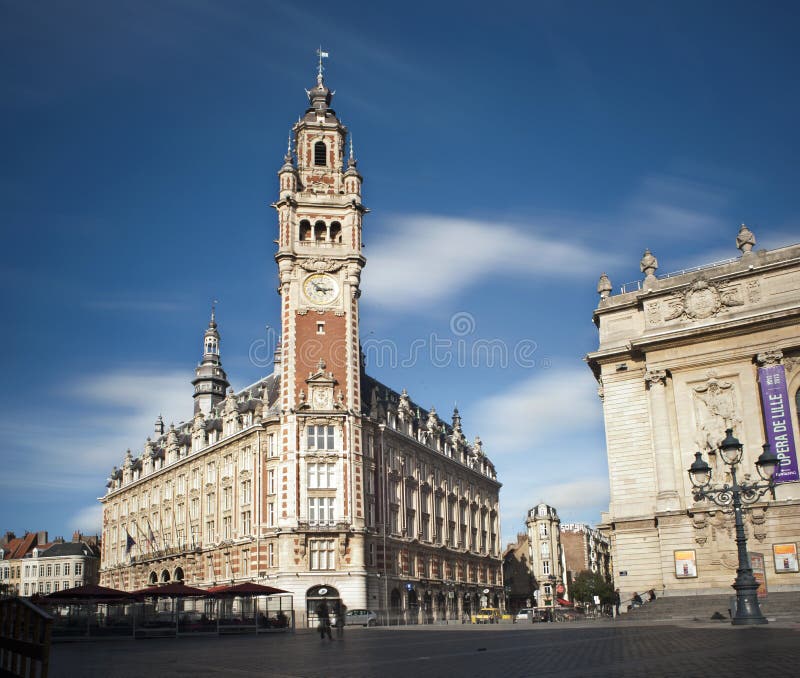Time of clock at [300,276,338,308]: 2:52
